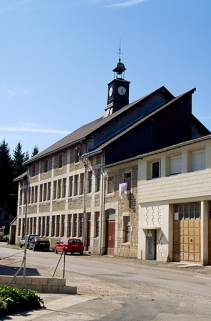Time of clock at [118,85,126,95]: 12:24
